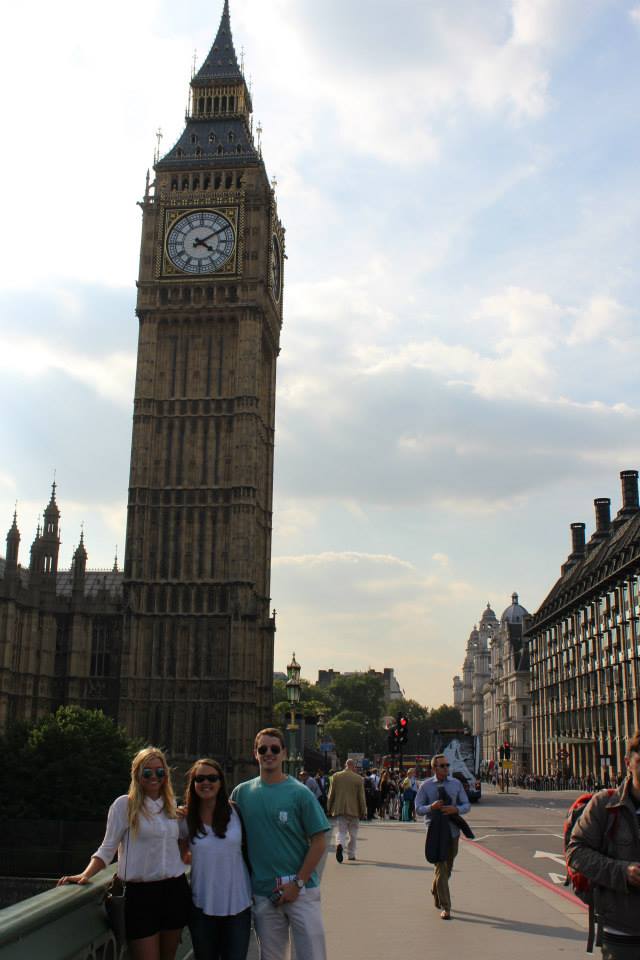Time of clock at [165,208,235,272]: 4:09
